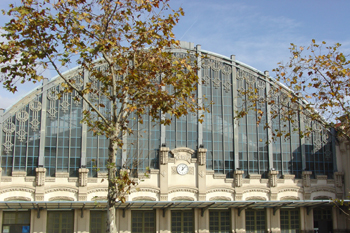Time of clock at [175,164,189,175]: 12:07
